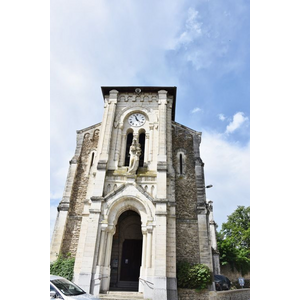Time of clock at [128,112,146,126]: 11:22
